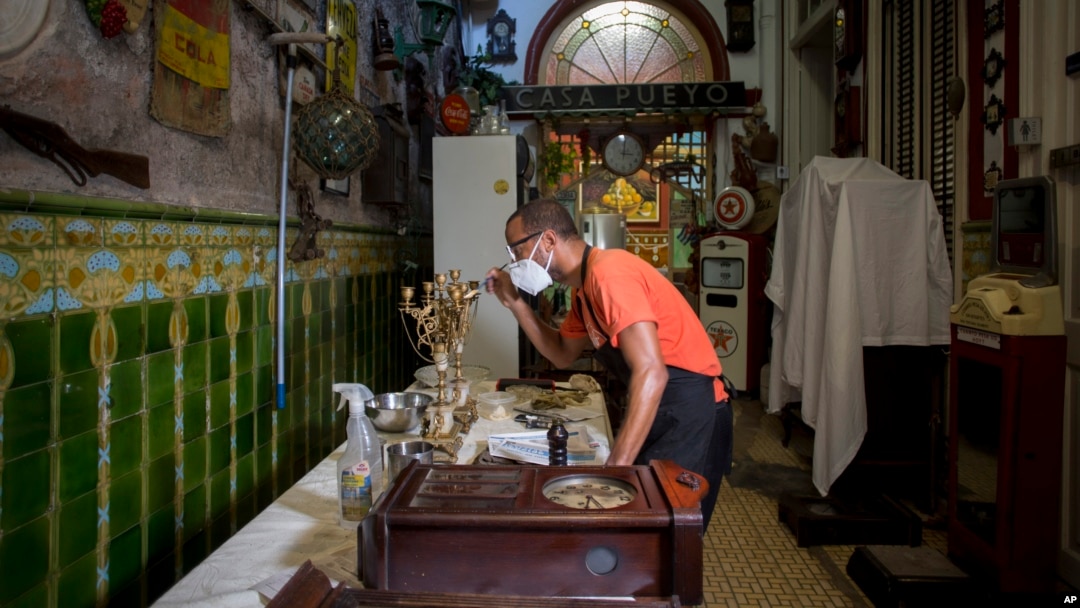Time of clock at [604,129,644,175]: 3:01
